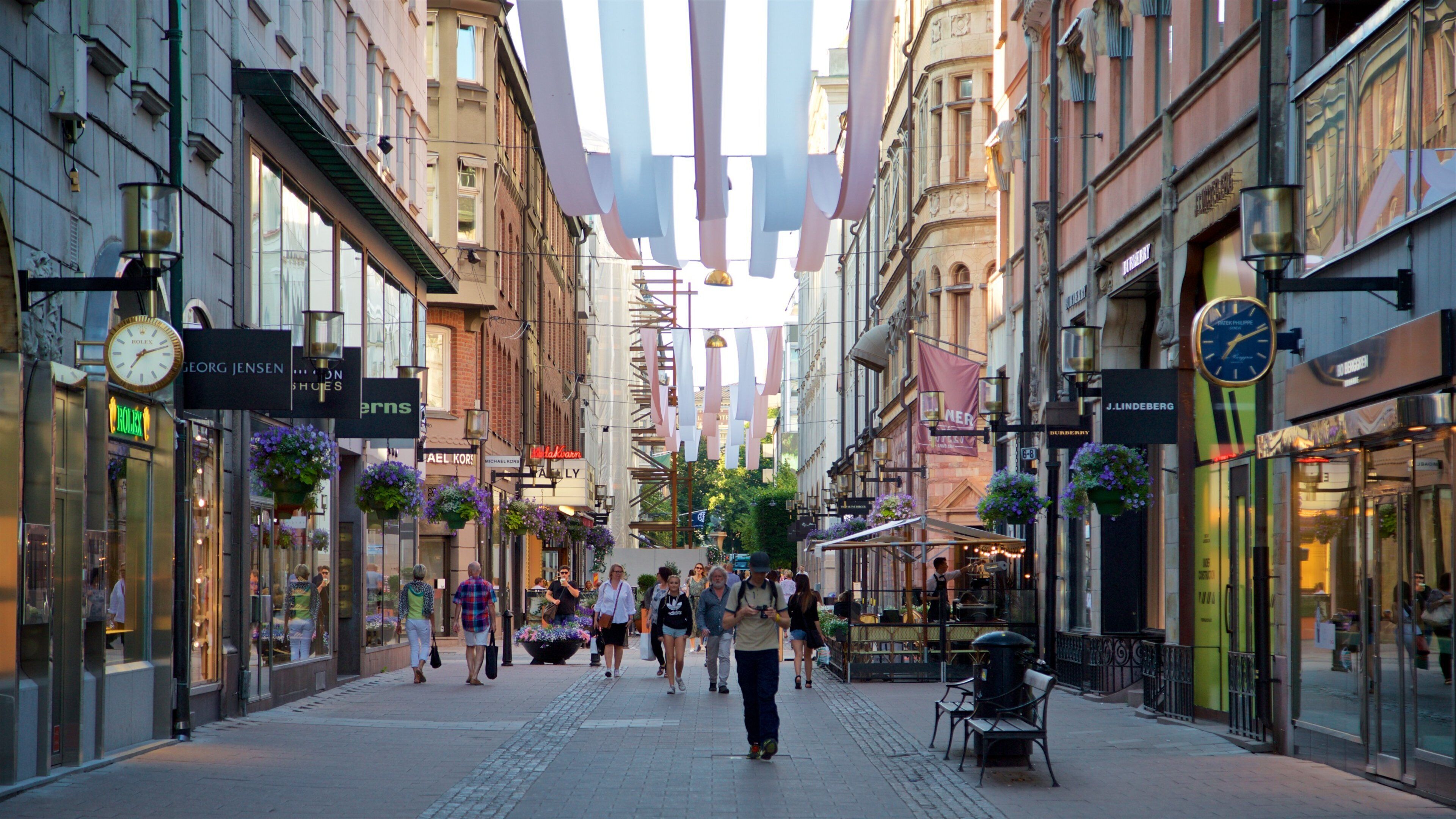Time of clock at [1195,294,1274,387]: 7:11
